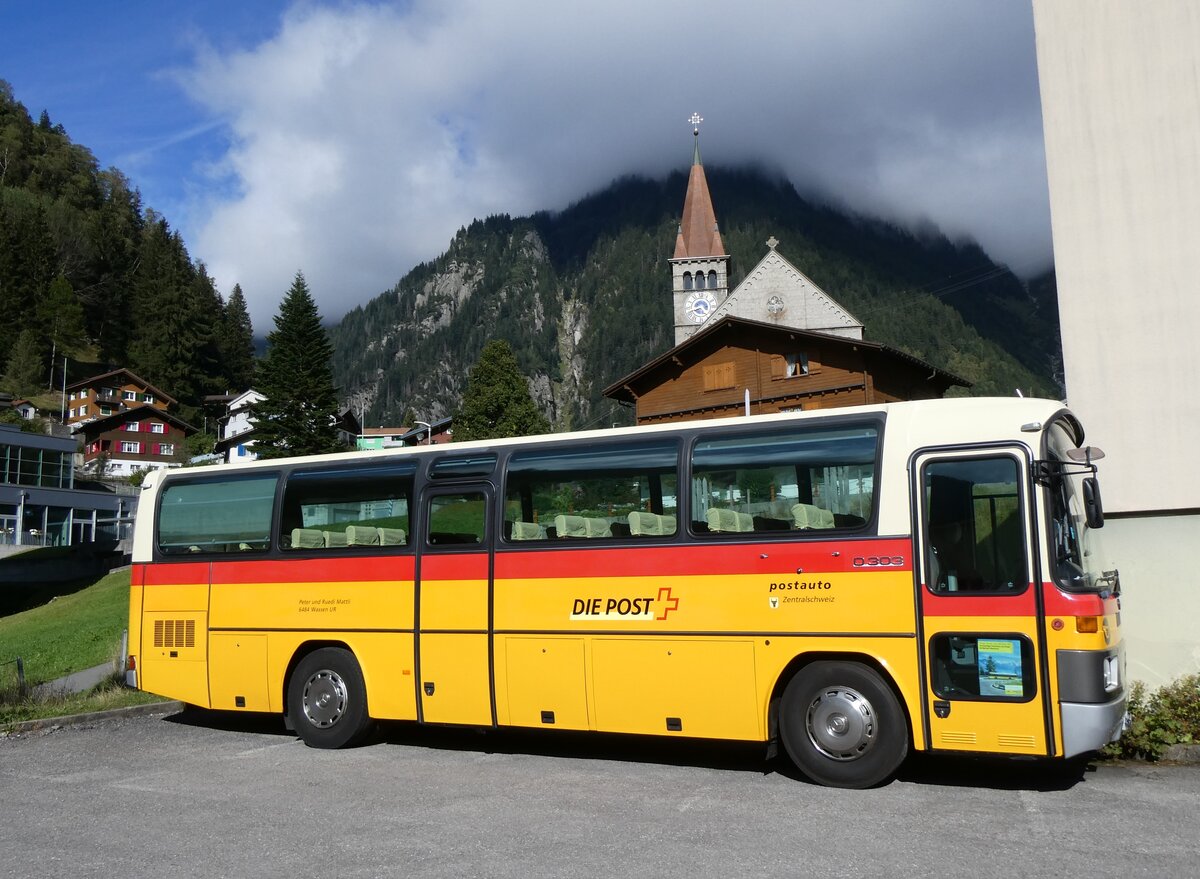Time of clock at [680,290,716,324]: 4:41
